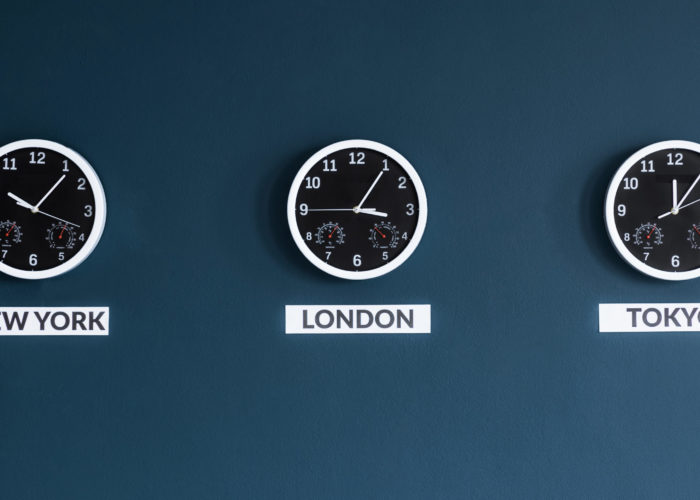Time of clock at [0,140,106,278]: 10:06
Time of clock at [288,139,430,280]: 3:05
